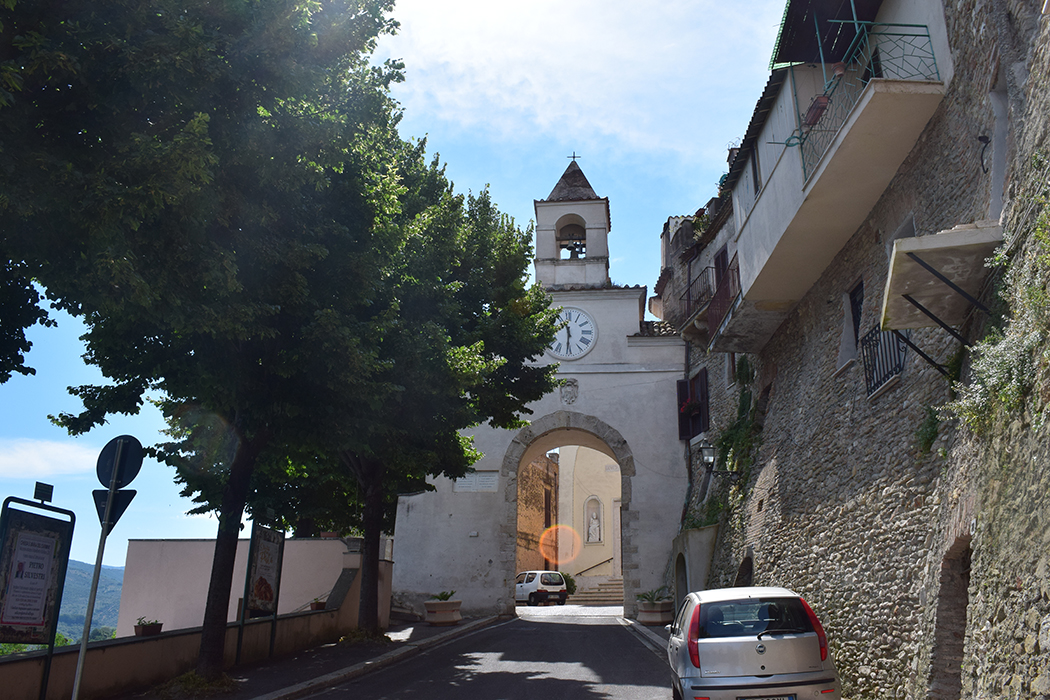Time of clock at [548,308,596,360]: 11:30
